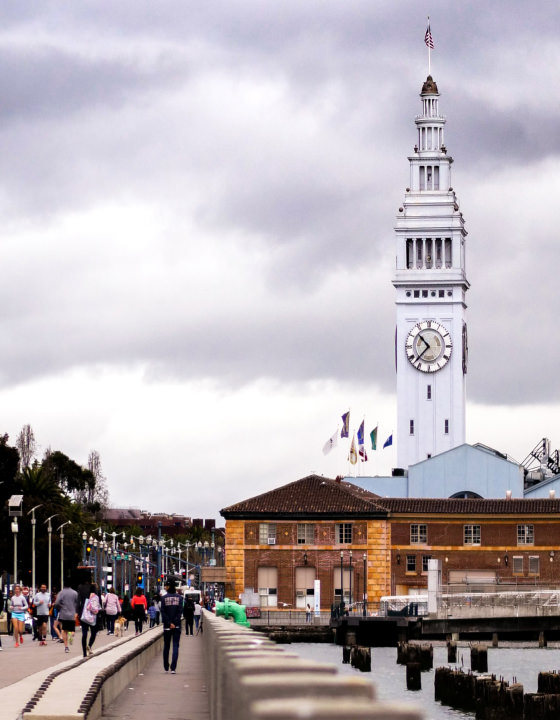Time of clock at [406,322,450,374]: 10:37
